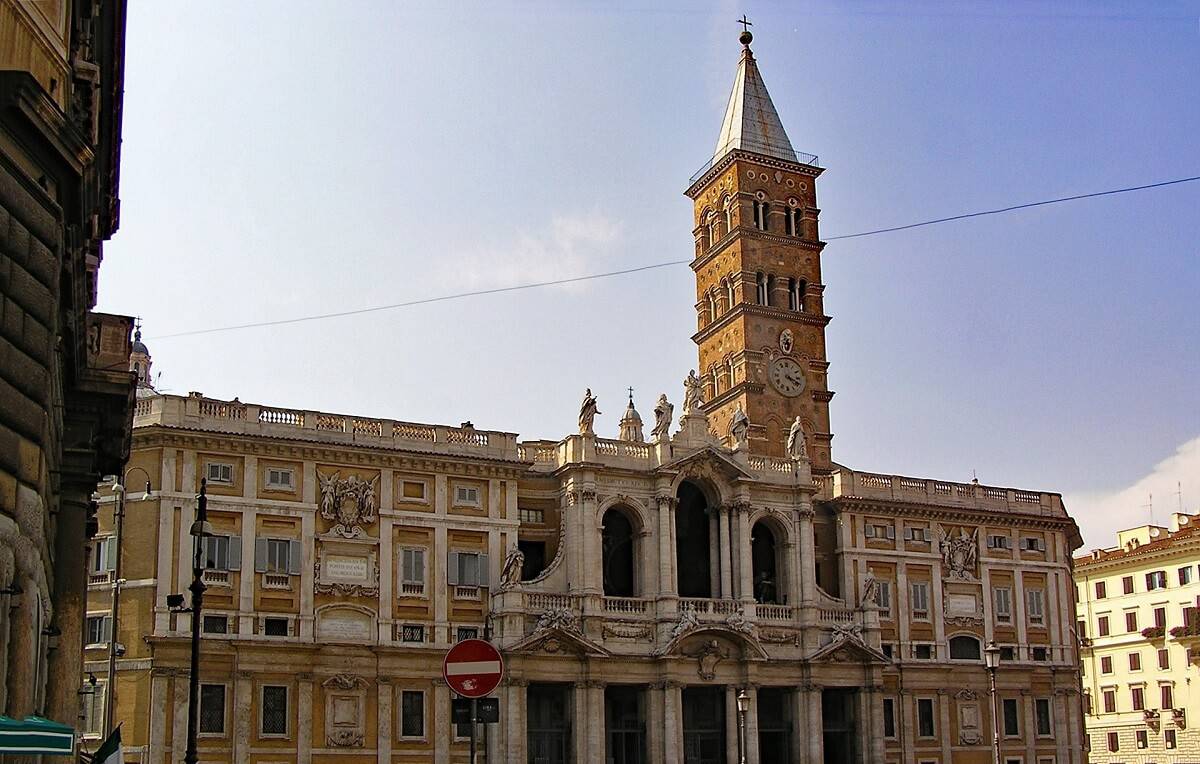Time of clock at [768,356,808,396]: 4:18
